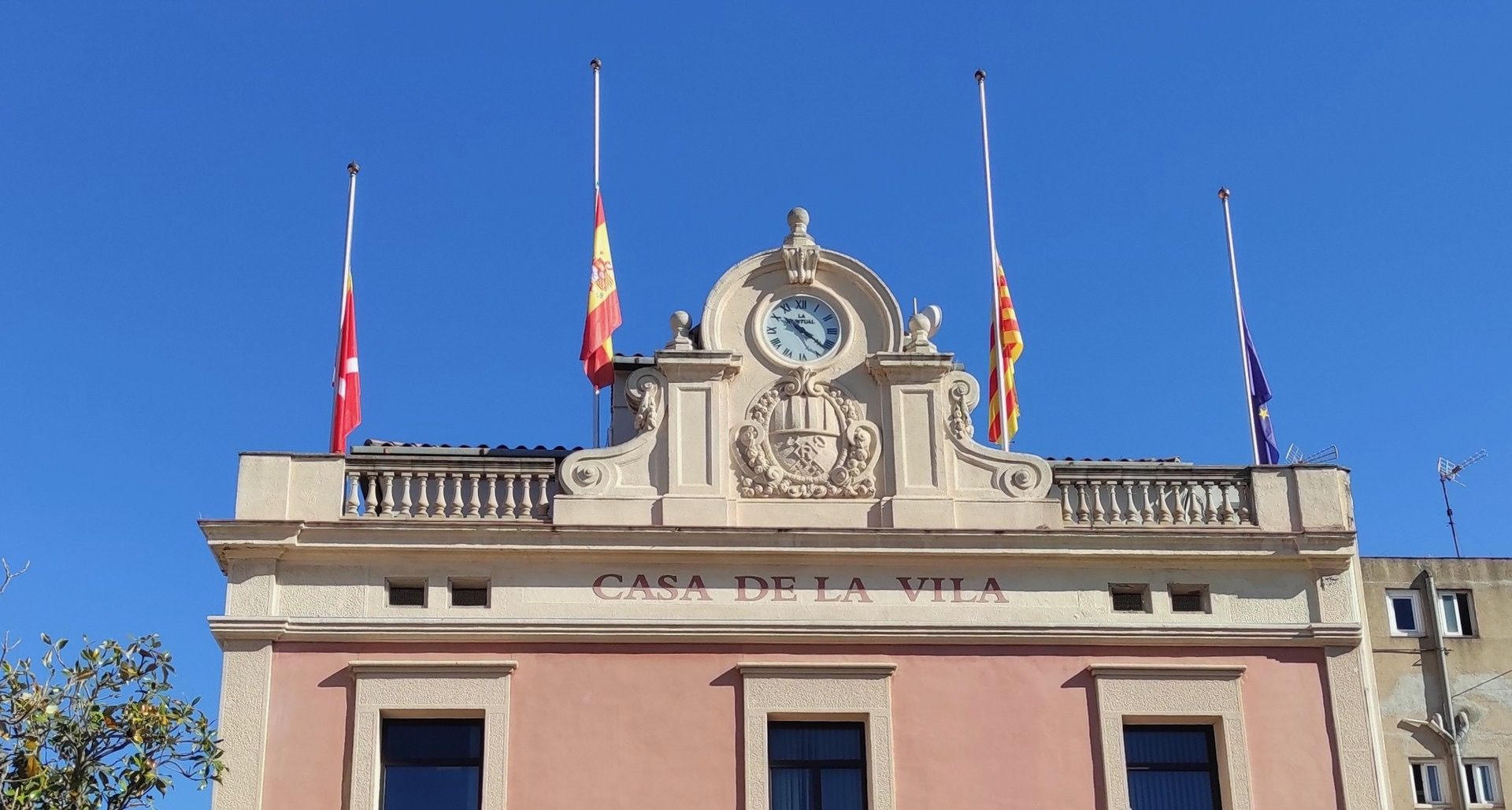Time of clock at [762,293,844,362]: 10:21
